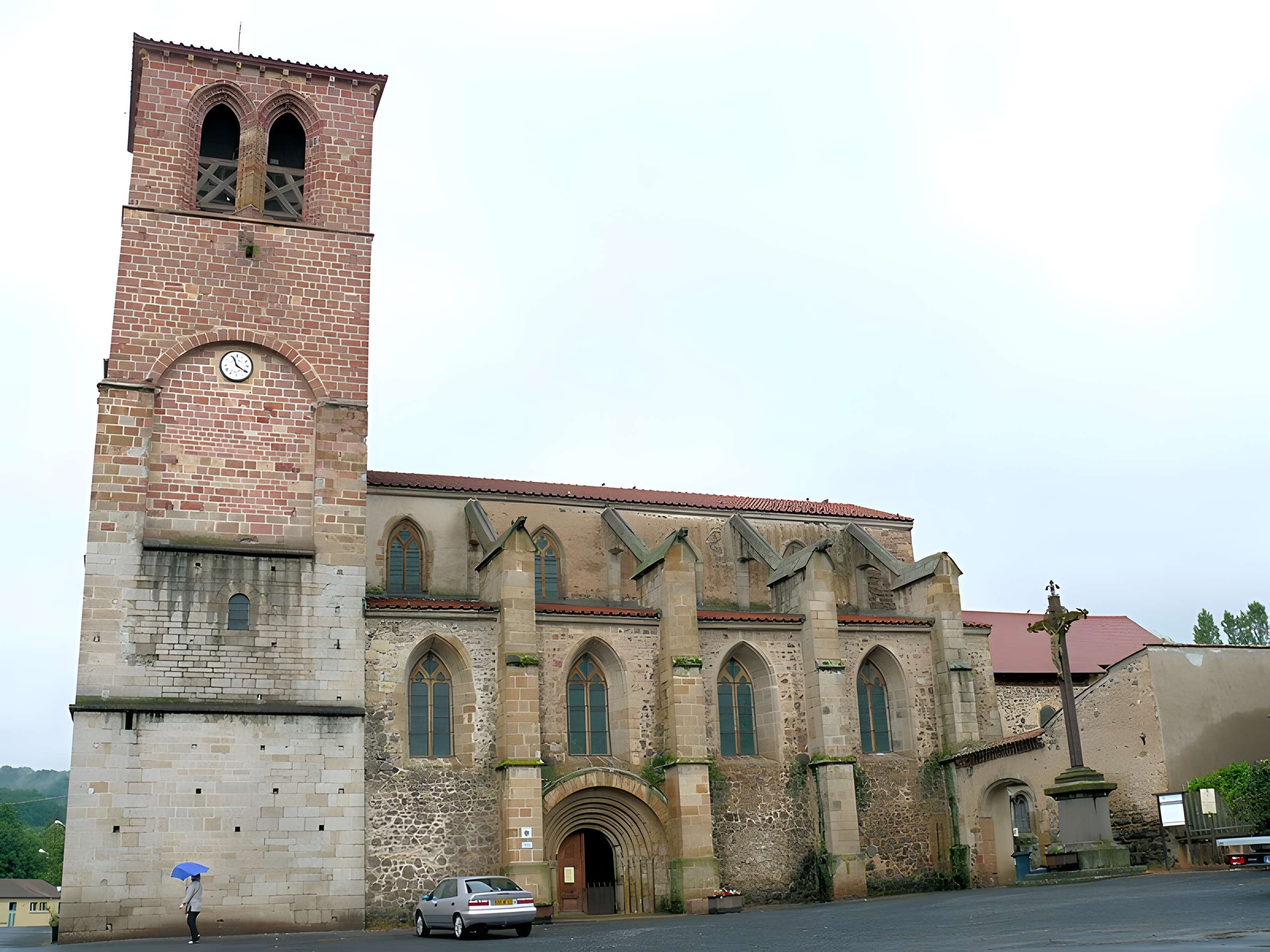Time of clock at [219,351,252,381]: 11:20
